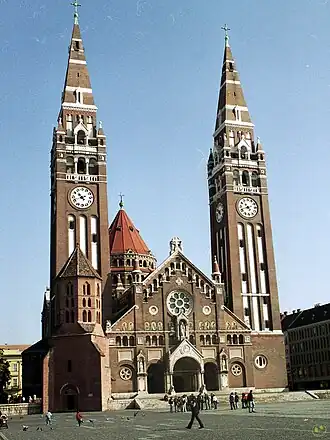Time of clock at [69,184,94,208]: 10:42
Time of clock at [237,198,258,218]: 10:42
